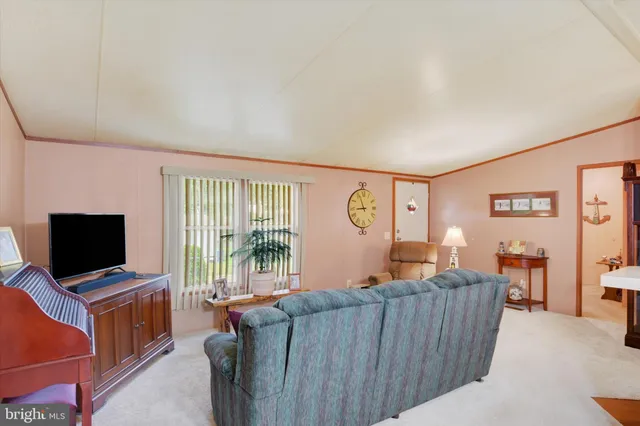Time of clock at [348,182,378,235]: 8:56
